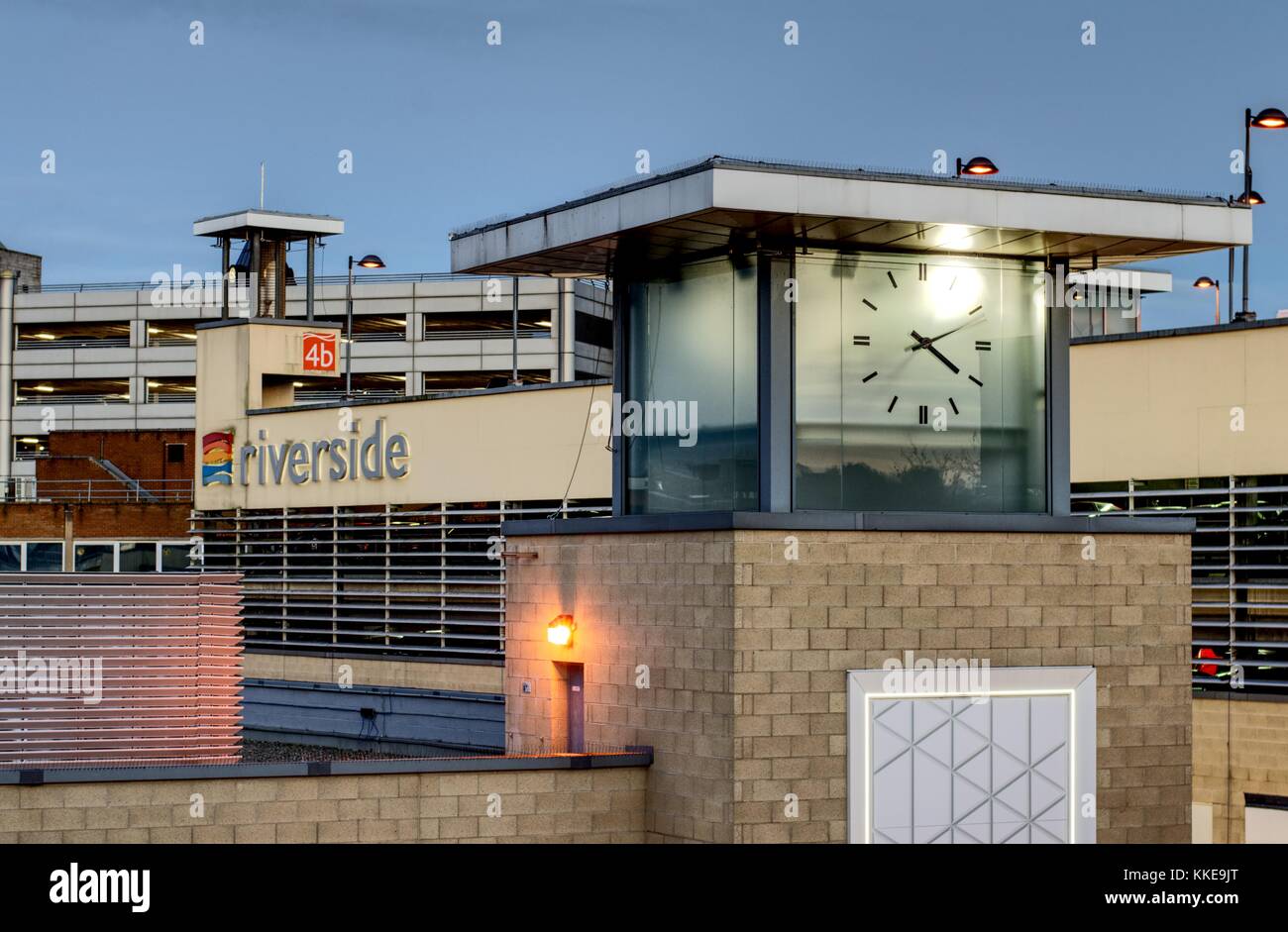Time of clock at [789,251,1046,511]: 4:11
